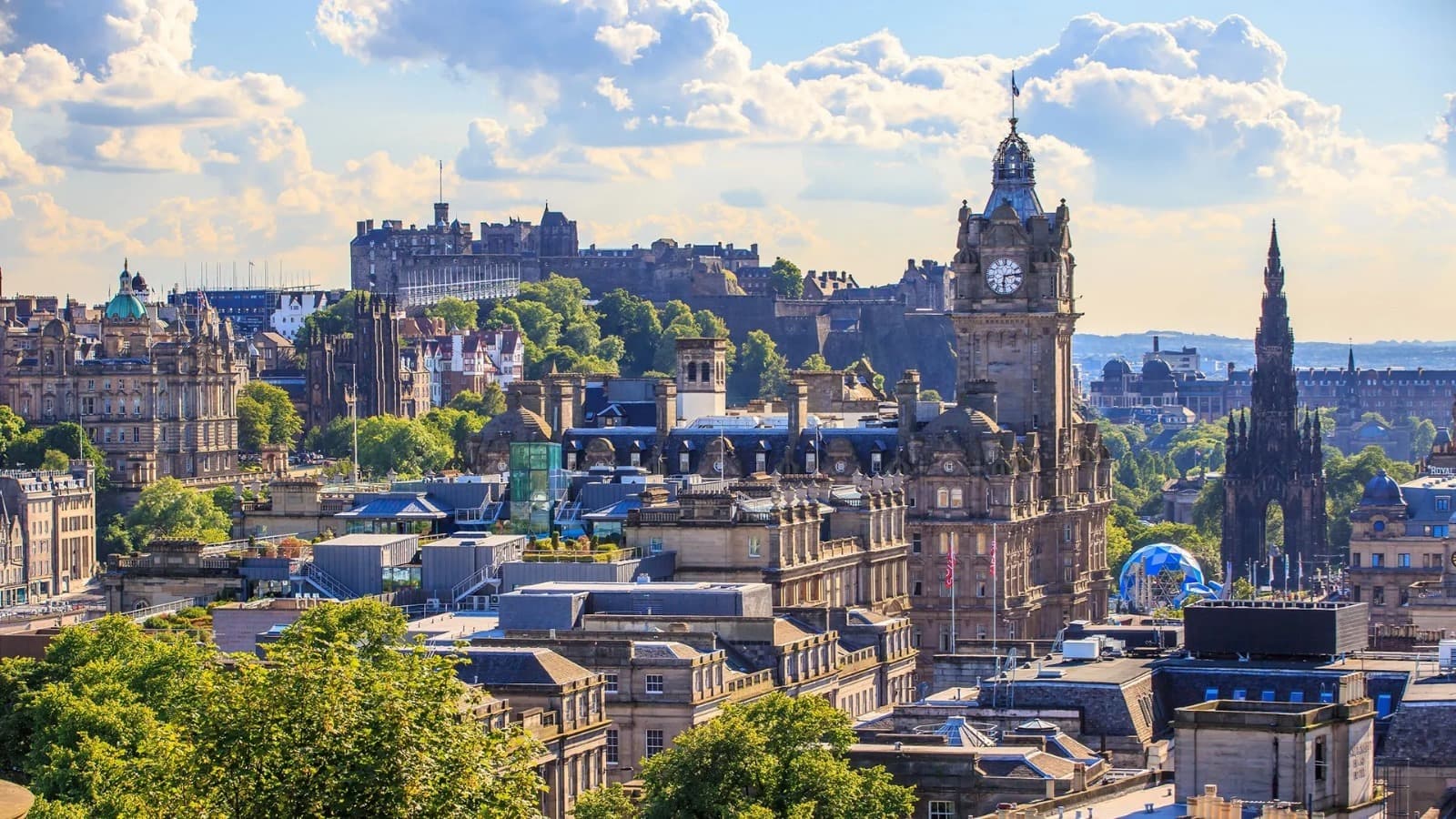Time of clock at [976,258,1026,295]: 6:13
